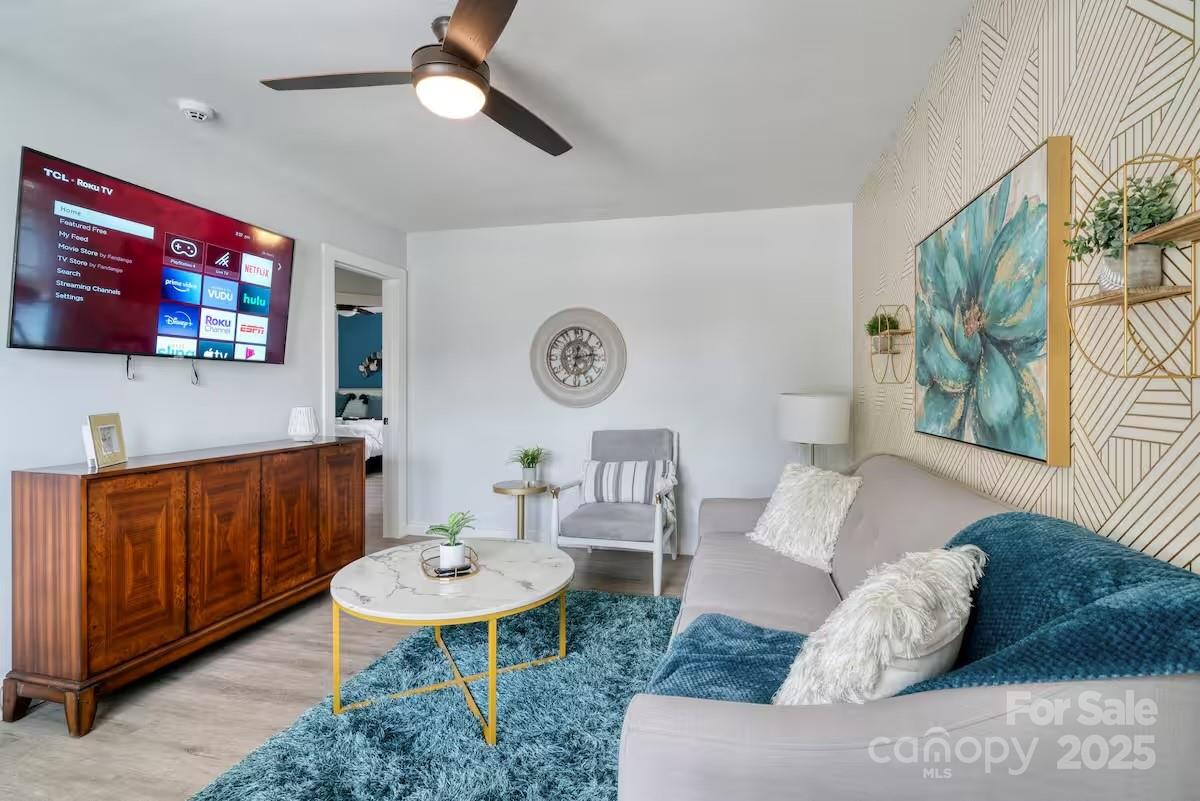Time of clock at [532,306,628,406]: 12:13
